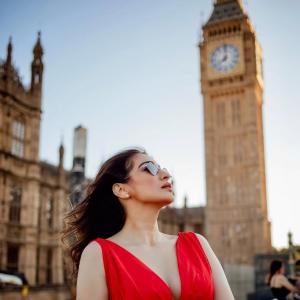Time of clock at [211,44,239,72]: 8:01
